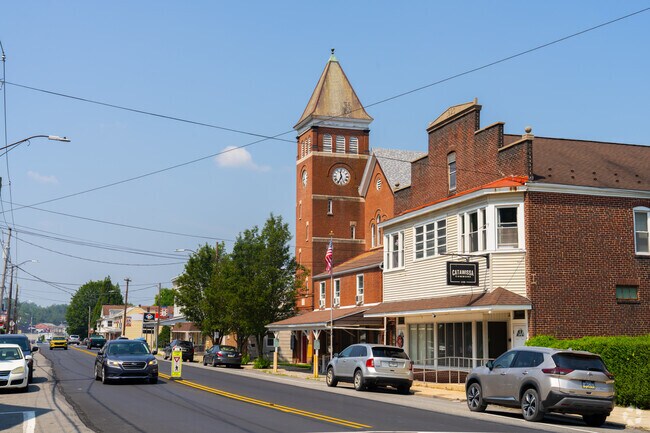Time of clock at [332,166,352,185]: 6:58
